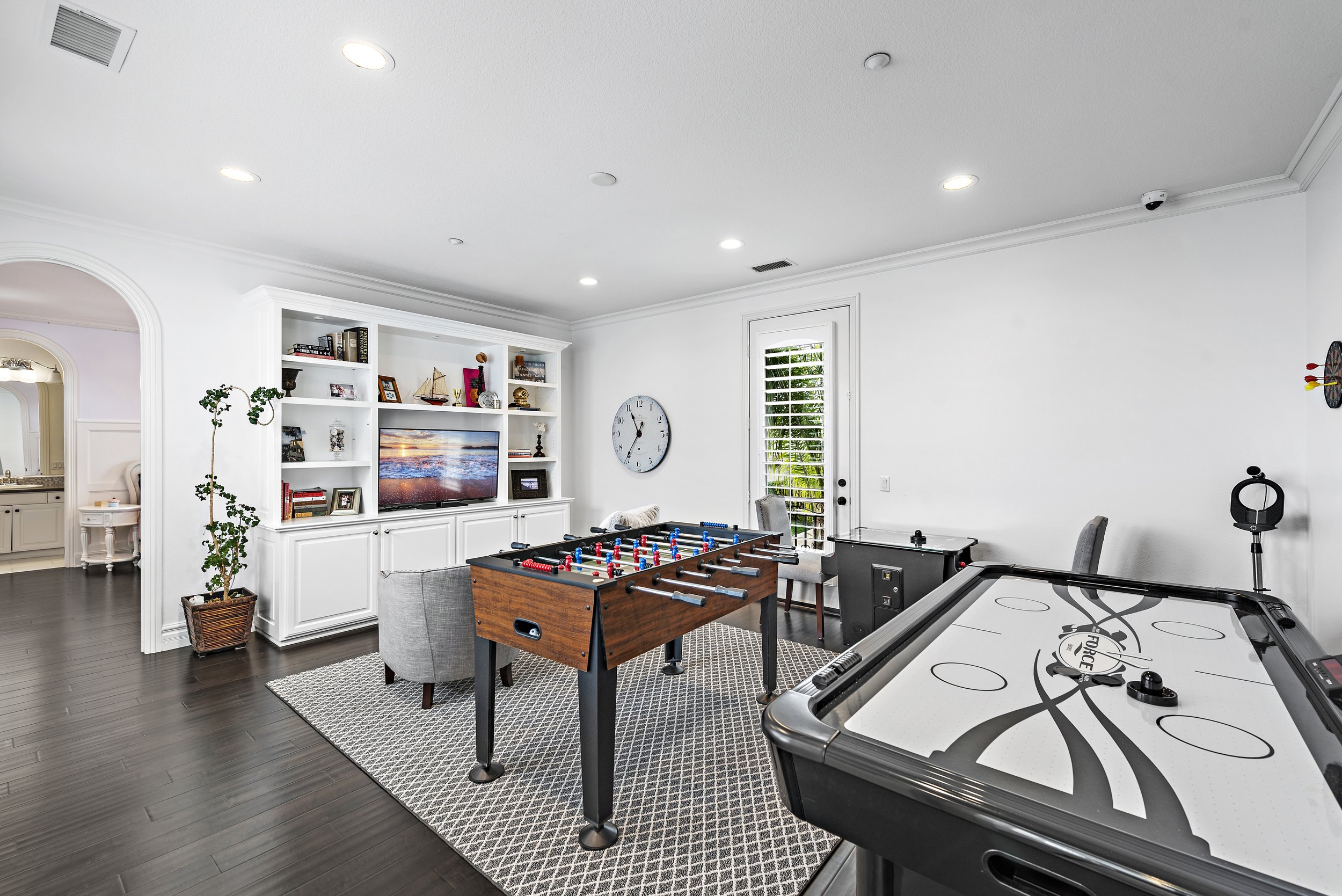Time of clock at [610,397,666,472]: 11:35
